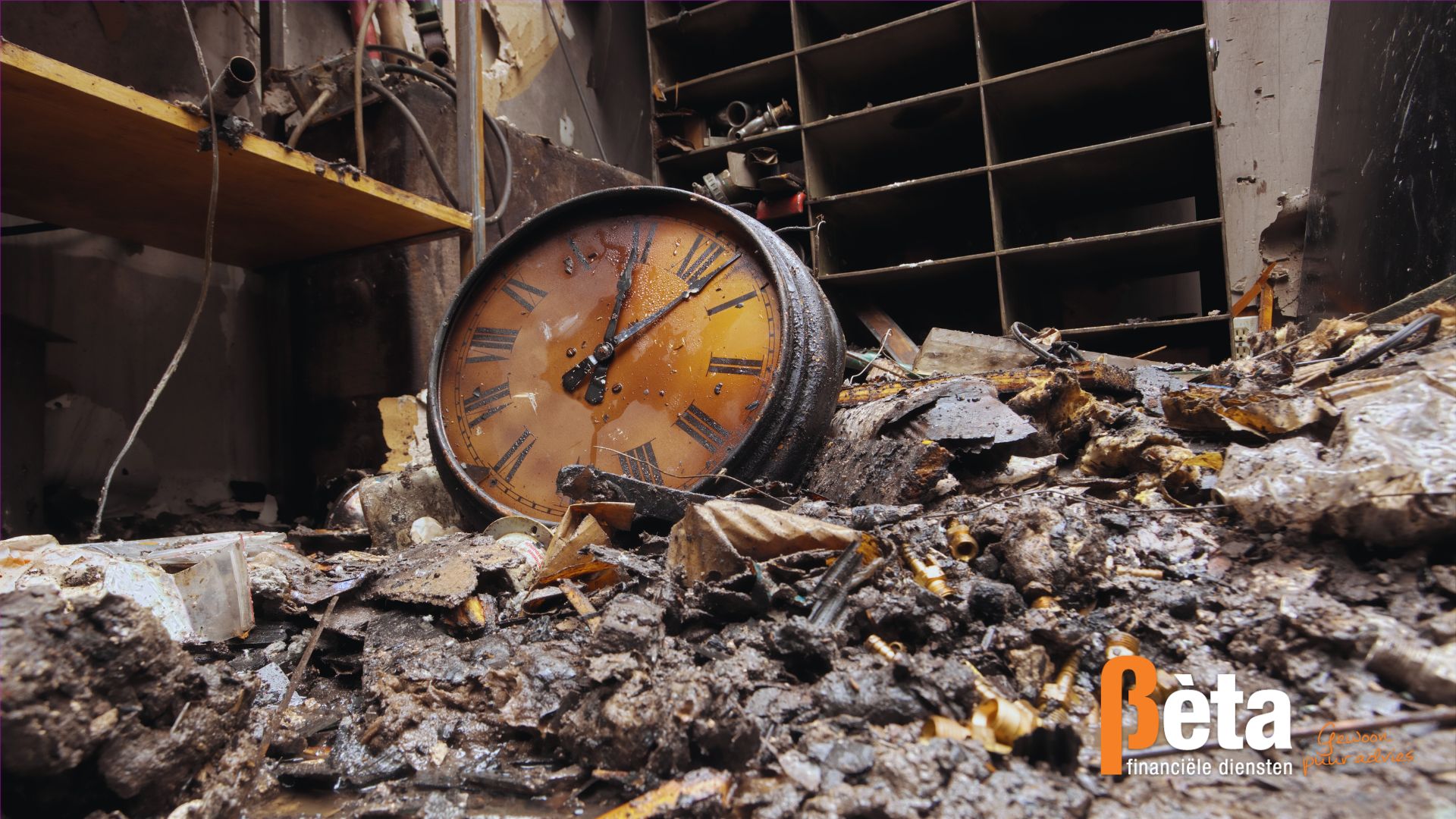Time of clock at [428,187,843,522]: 12:07
